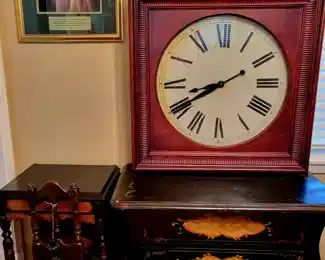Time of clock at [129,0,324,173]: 8:40
